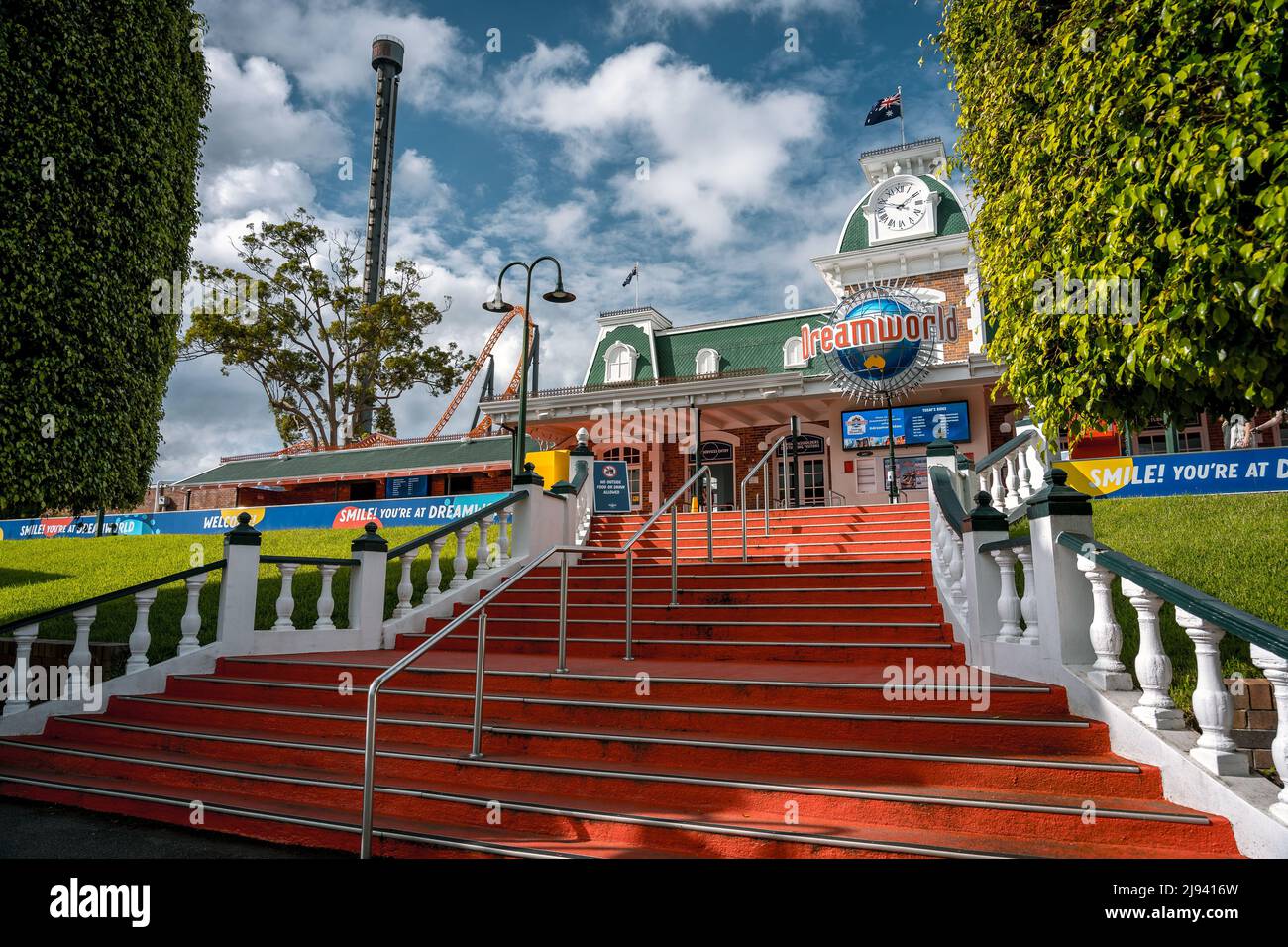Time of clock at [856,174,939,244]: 1:47
